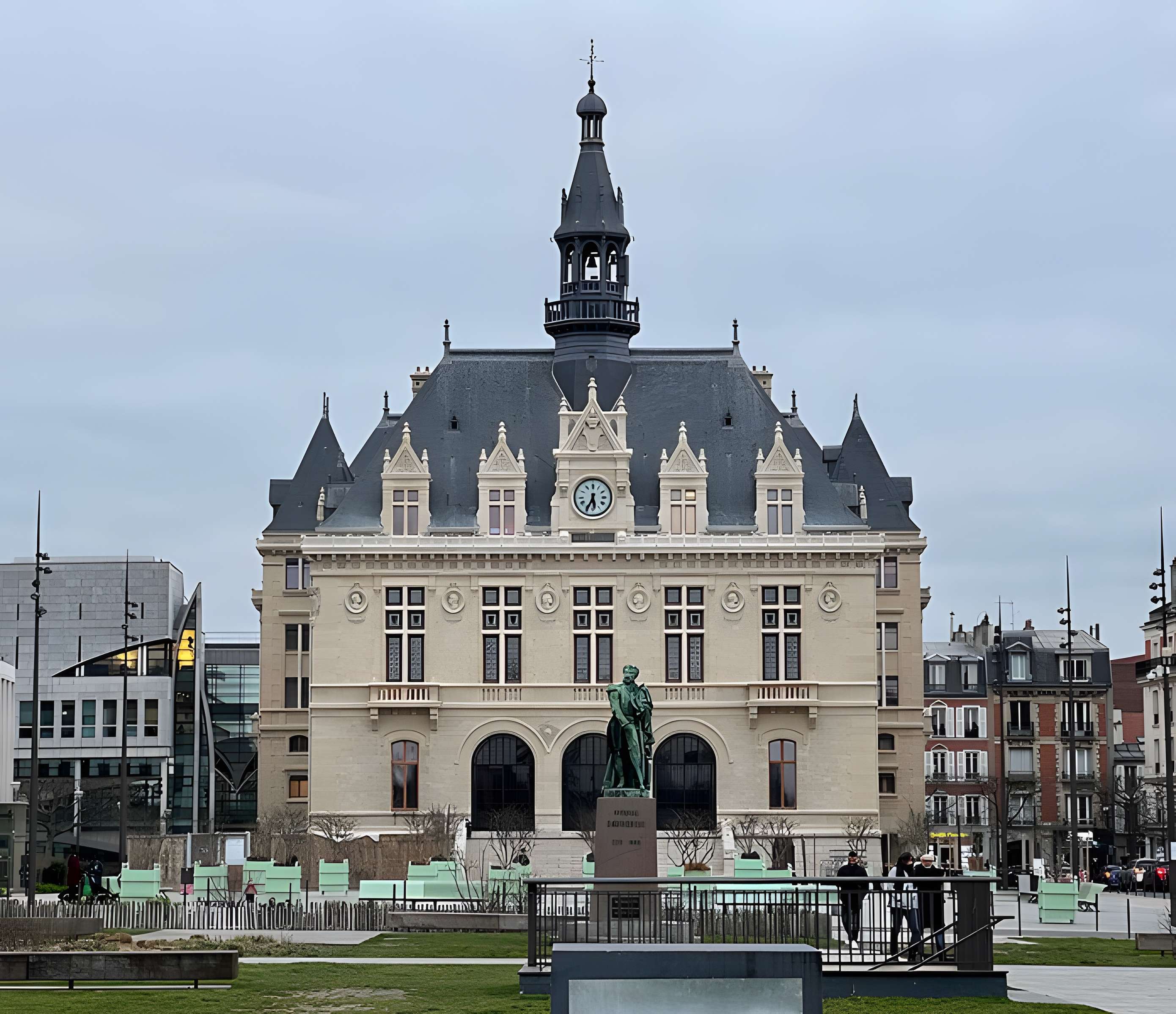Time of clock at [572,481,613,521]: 5:34
